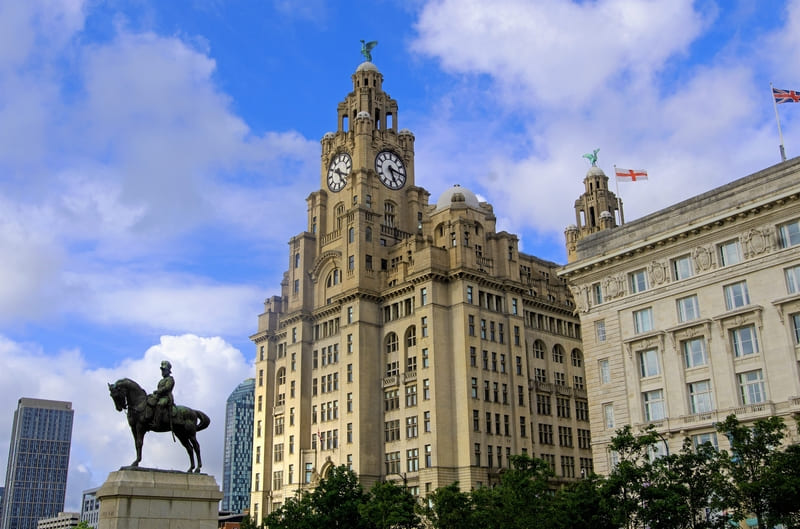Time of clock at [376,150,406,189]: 5:15
